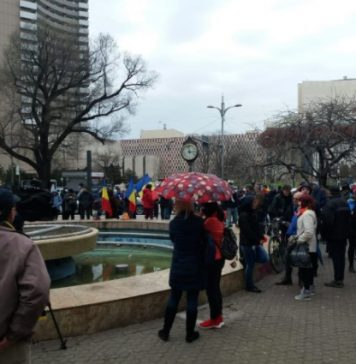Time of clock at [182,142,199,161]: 2:58
